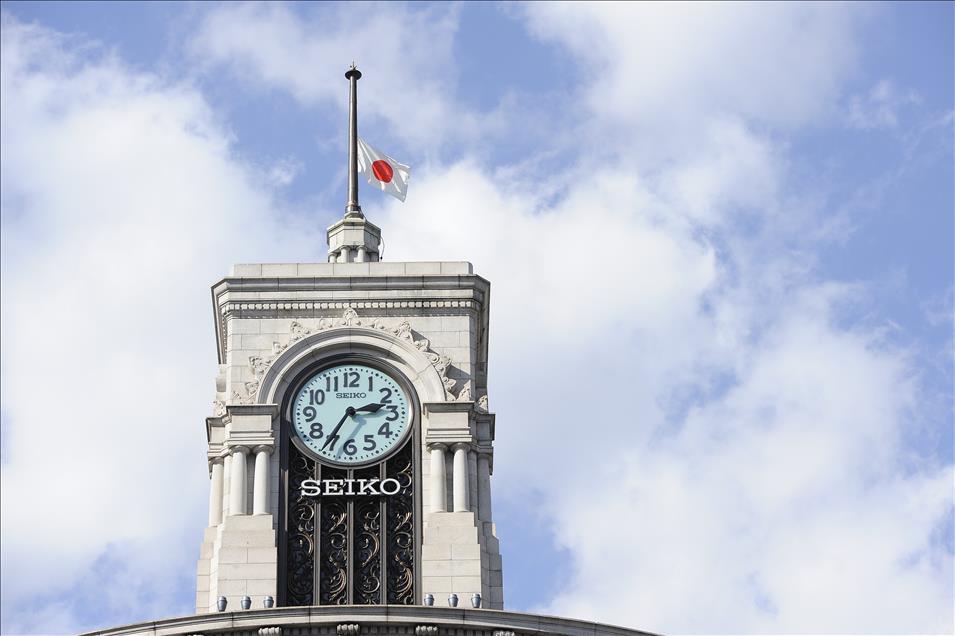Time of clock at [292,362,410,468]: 2:35
